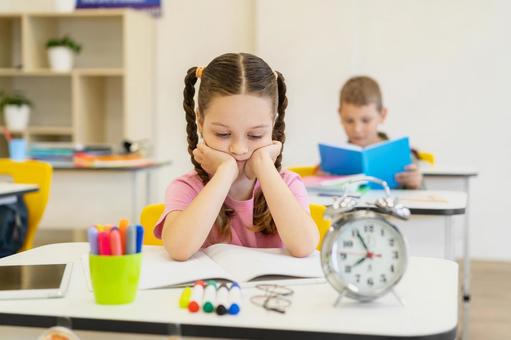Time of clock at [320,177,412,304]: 7:55
